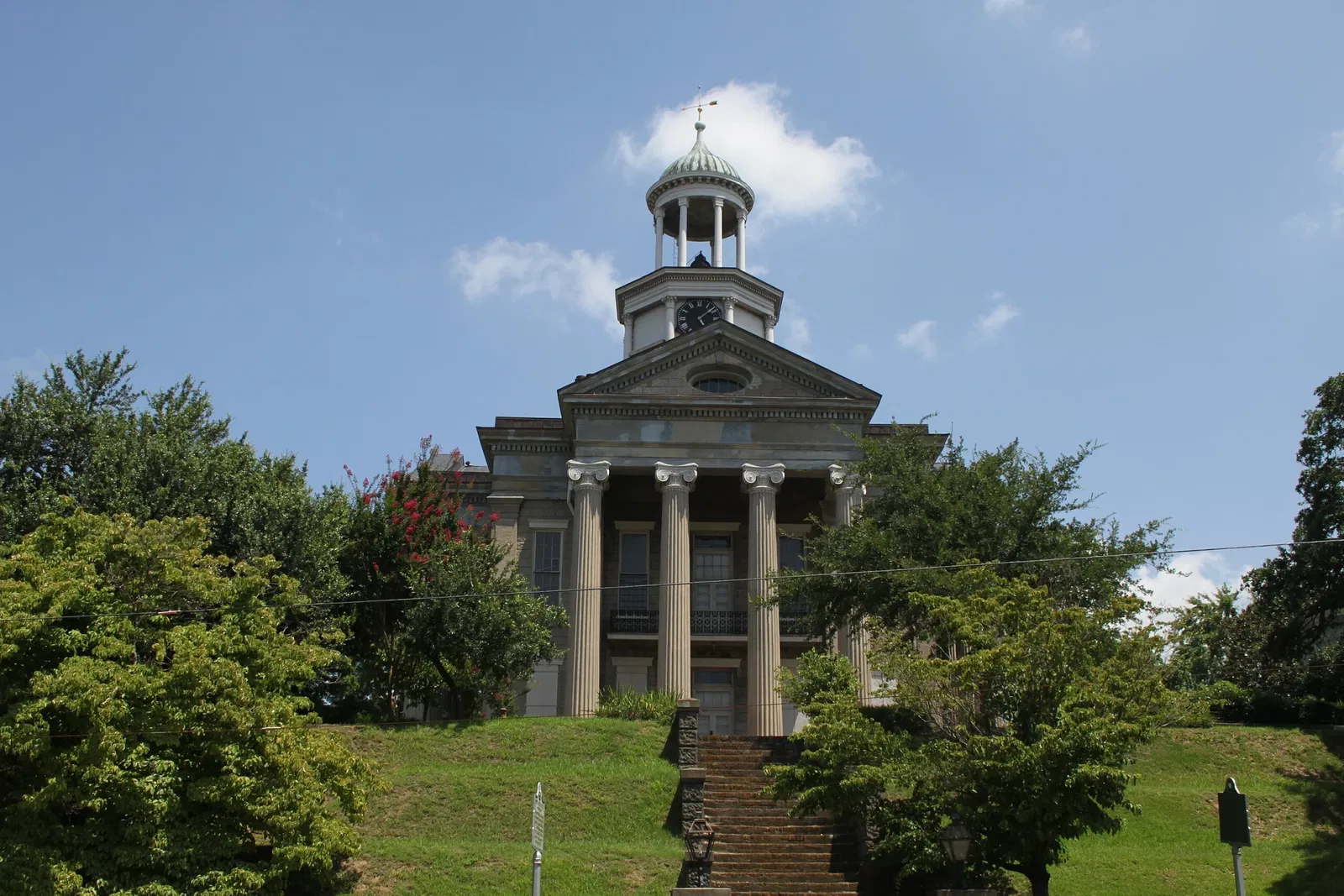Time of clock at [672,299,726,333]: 5:08
